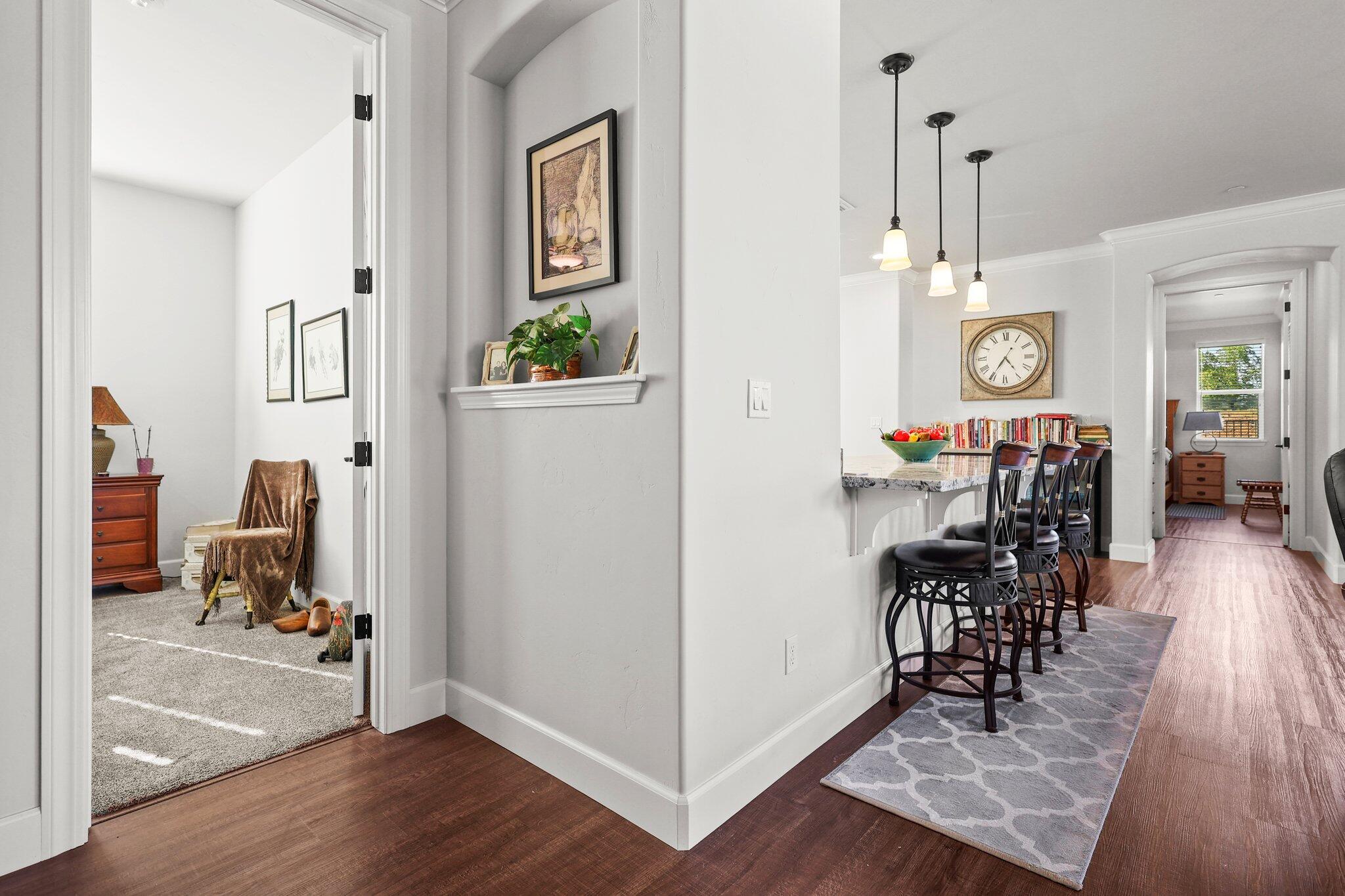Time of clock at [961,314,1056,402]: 4:35
